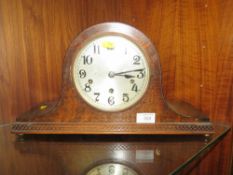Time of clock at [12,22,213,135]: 3:13
